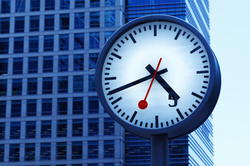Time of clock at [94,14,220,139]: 4:42
